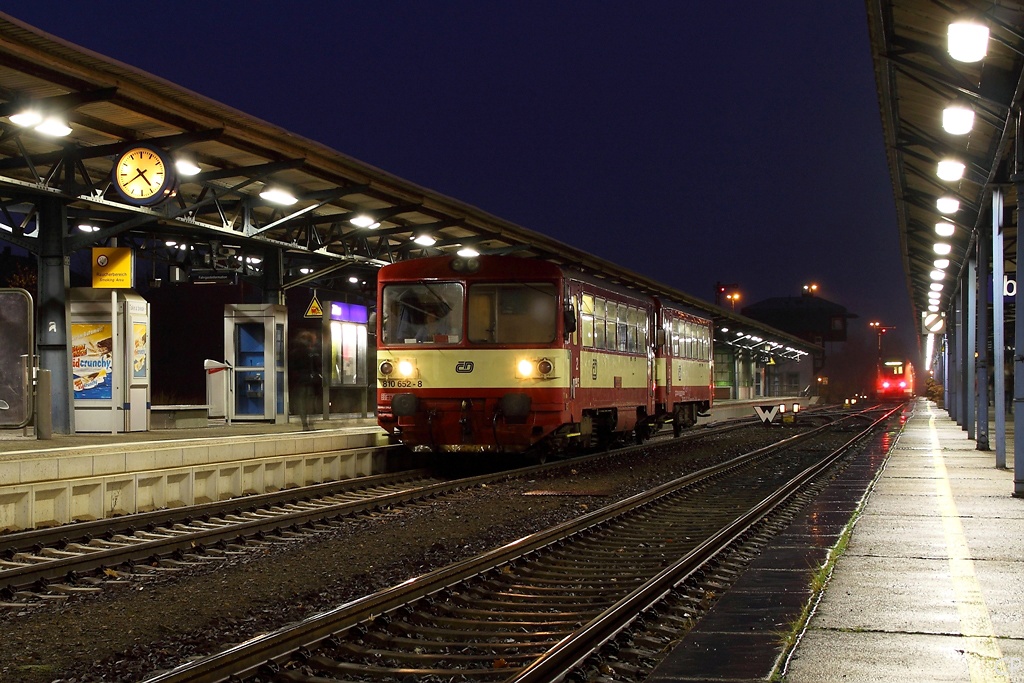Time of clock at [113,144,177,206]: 4:39
